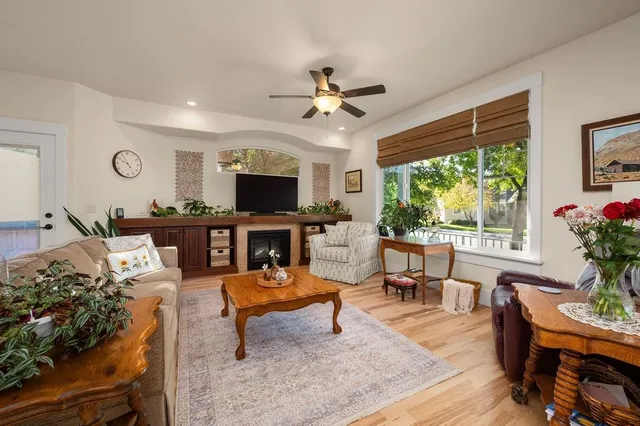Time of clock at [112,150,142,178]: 9:54
